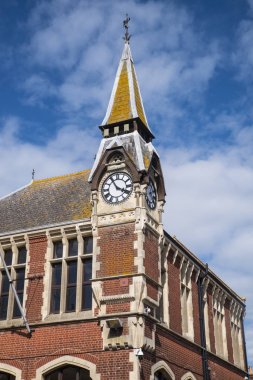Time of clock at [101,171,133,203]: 3:54
